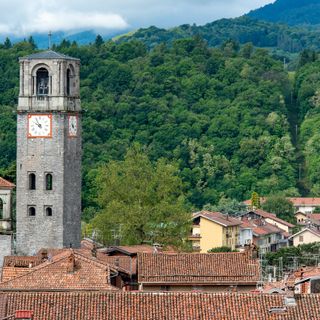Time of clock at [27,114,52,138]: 9:54
